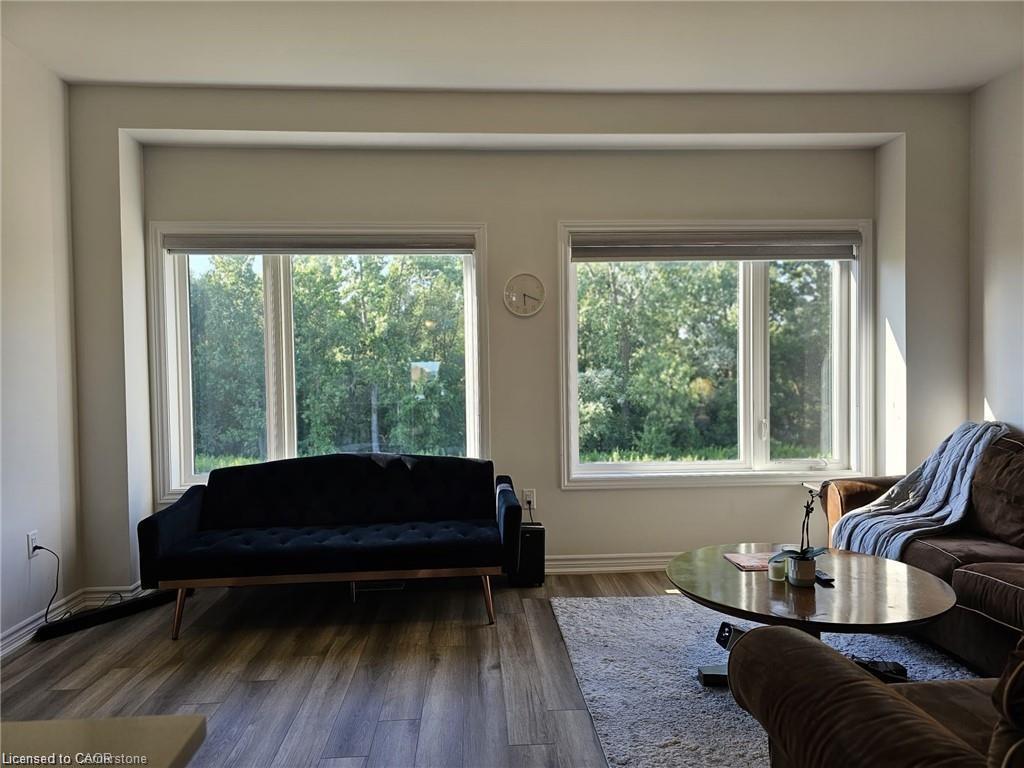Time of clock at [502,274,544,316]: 6:18
